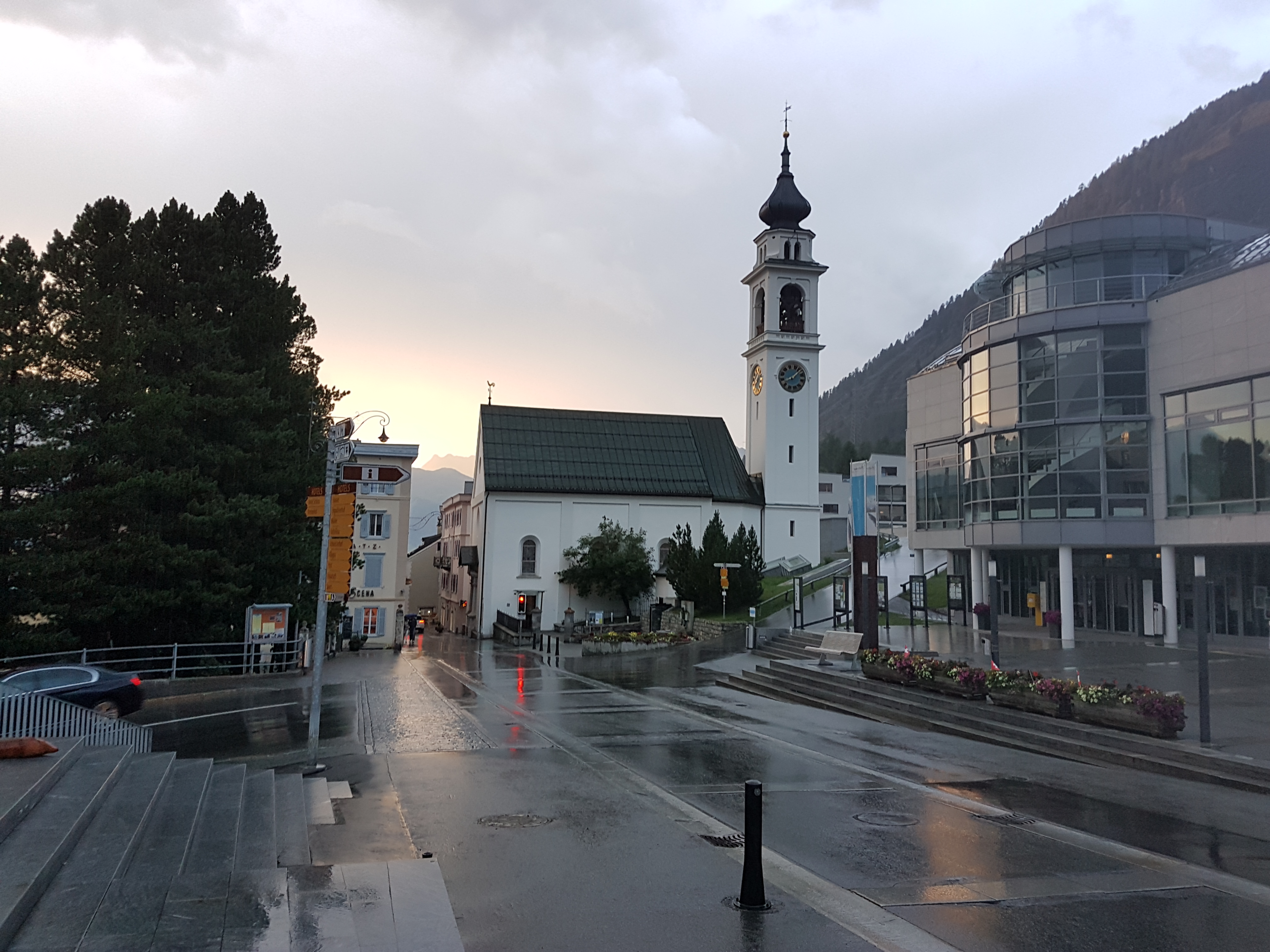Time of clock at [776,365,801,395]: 8:07
